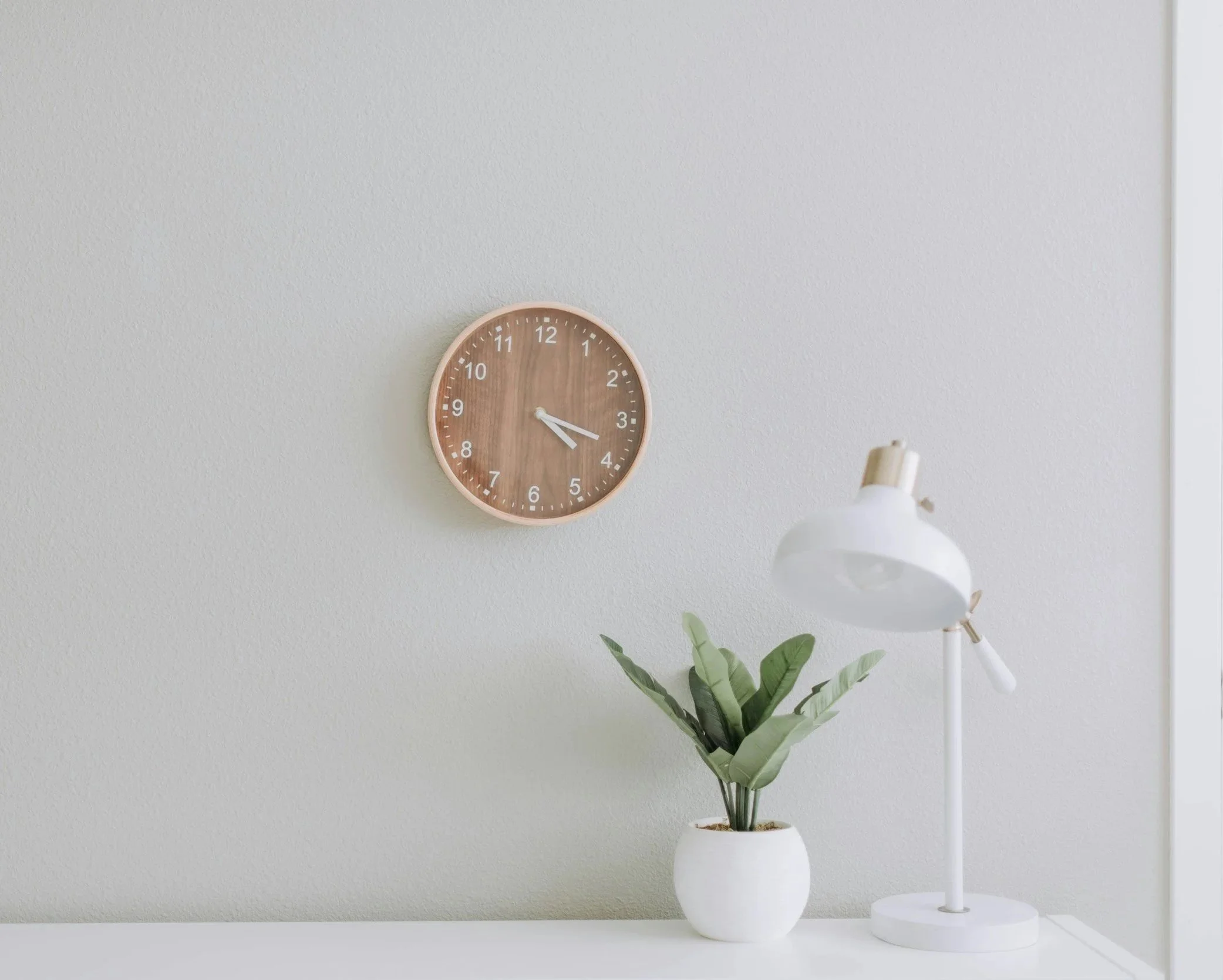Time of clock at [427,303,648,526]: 4:18
